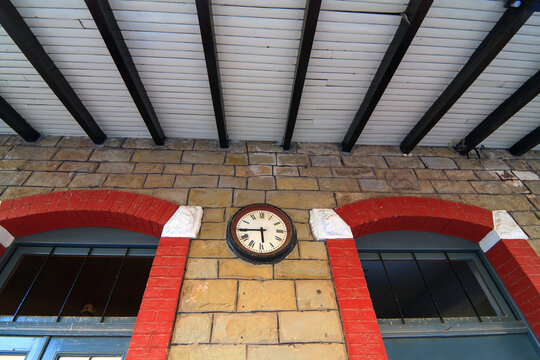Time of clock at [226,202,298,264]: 5:44
